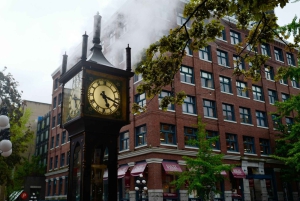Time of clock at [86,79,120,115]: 5:18
